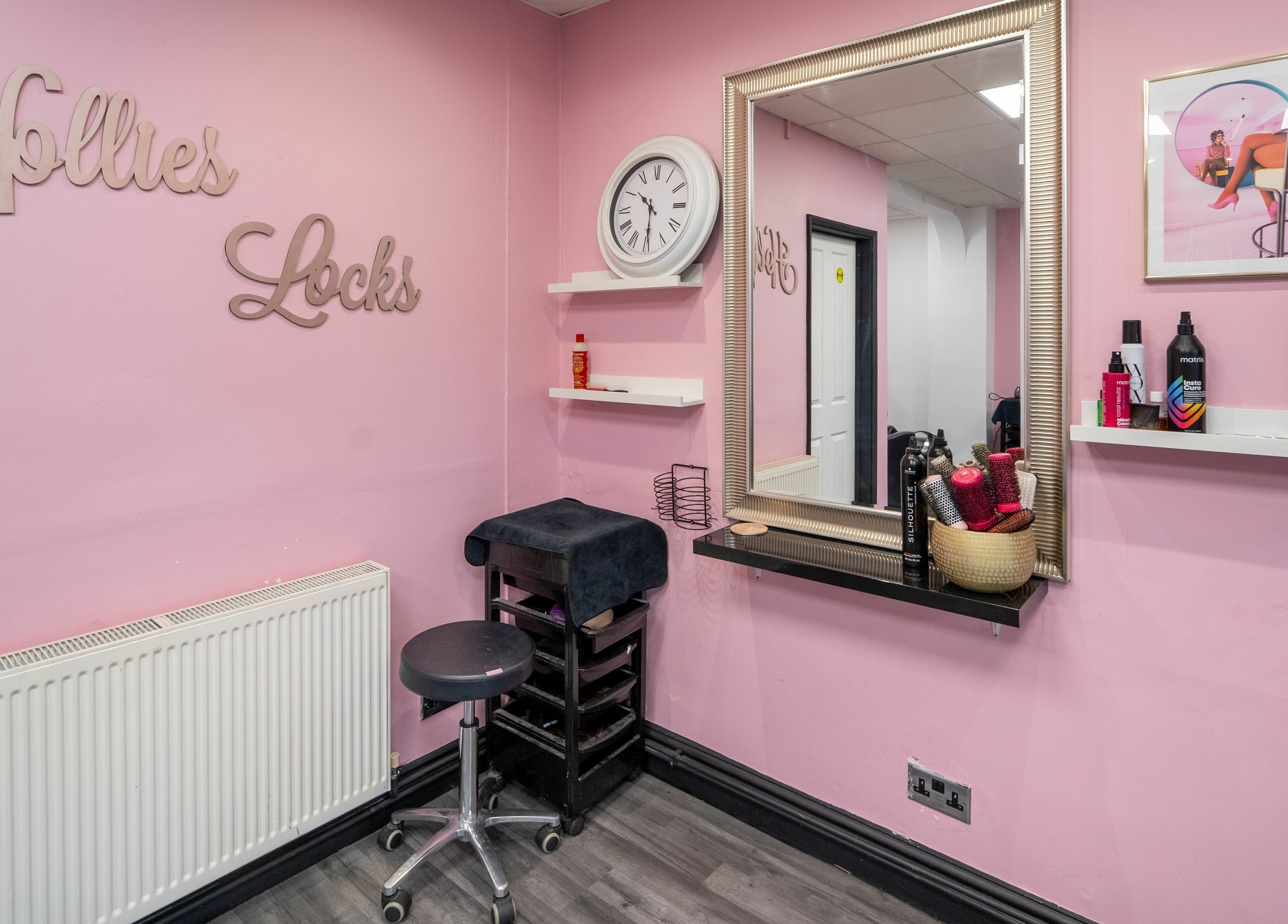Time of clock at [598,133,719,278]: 10:29
